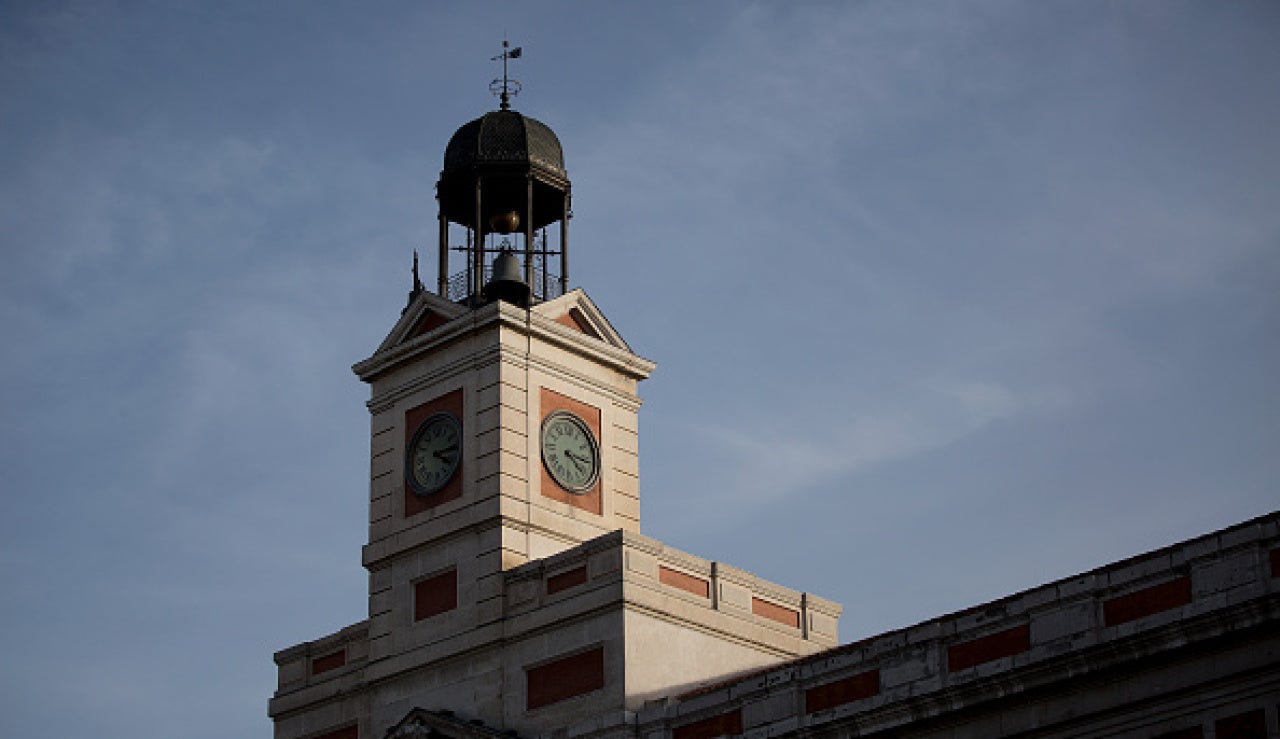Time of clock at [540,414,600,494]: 4:15
